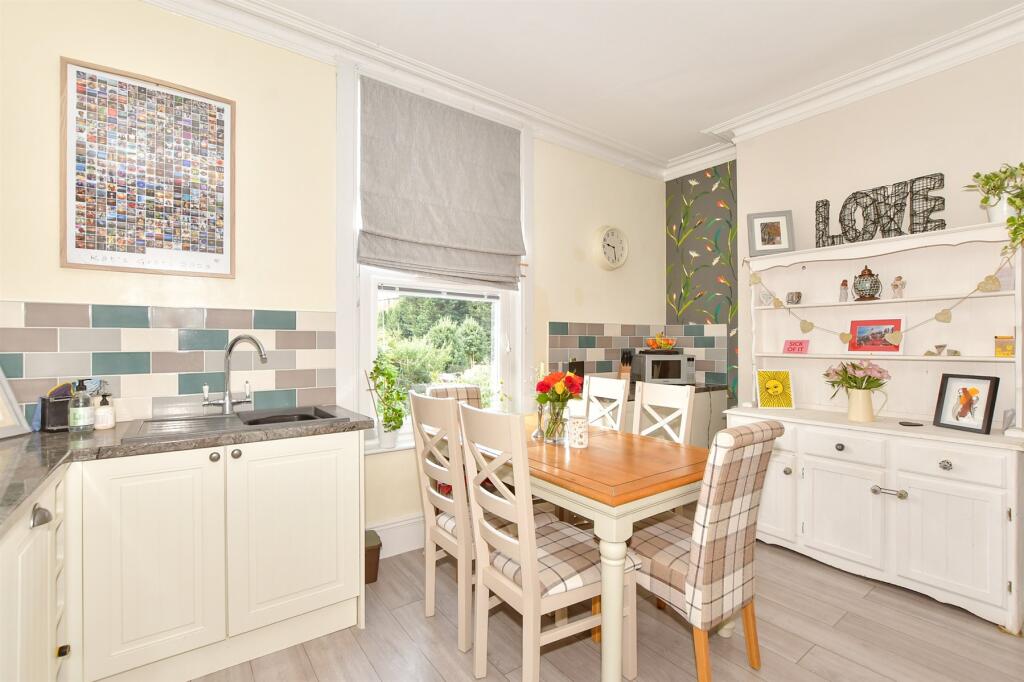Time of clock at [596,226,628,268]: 9:28
